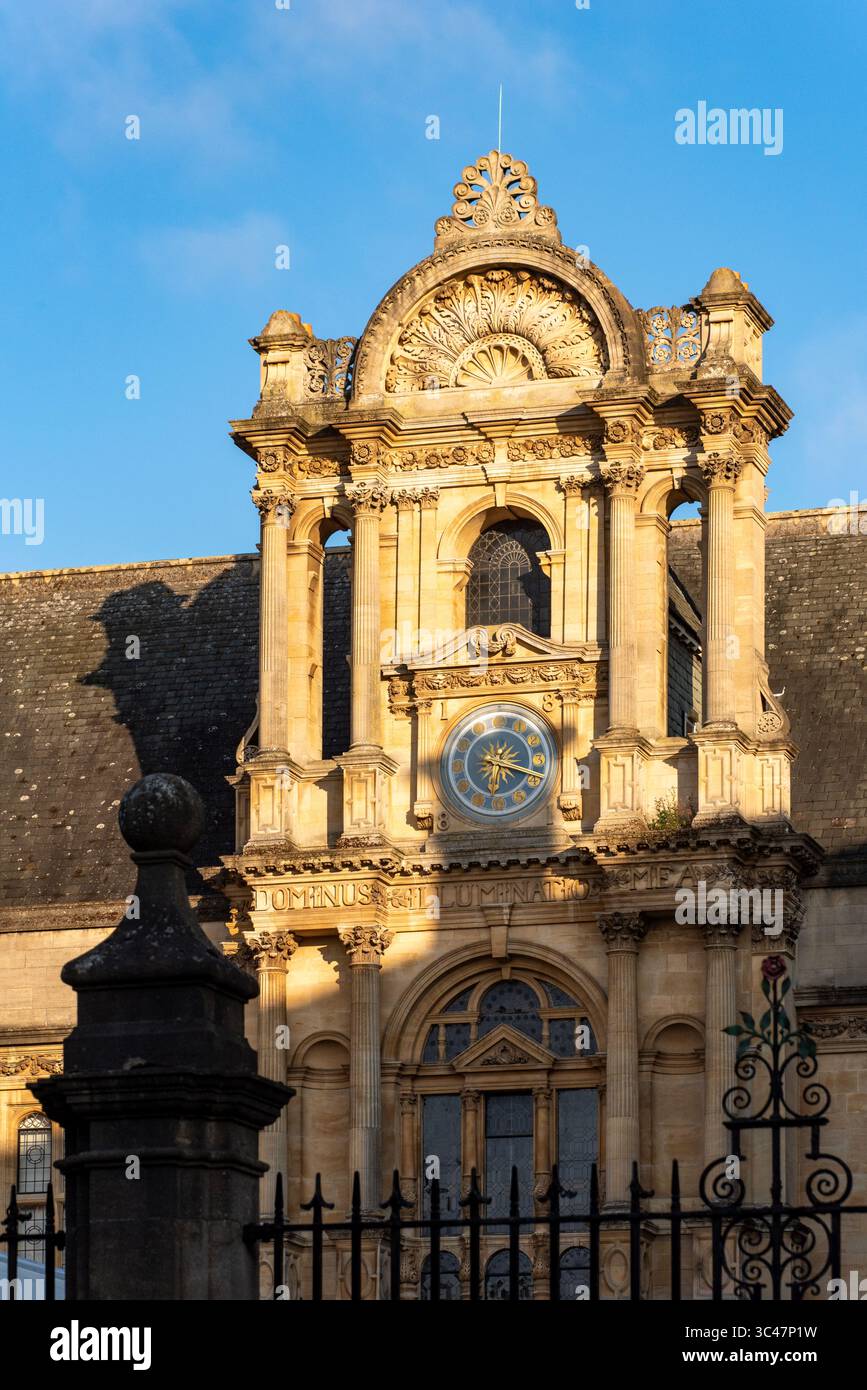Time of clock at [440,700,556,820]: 6:18
